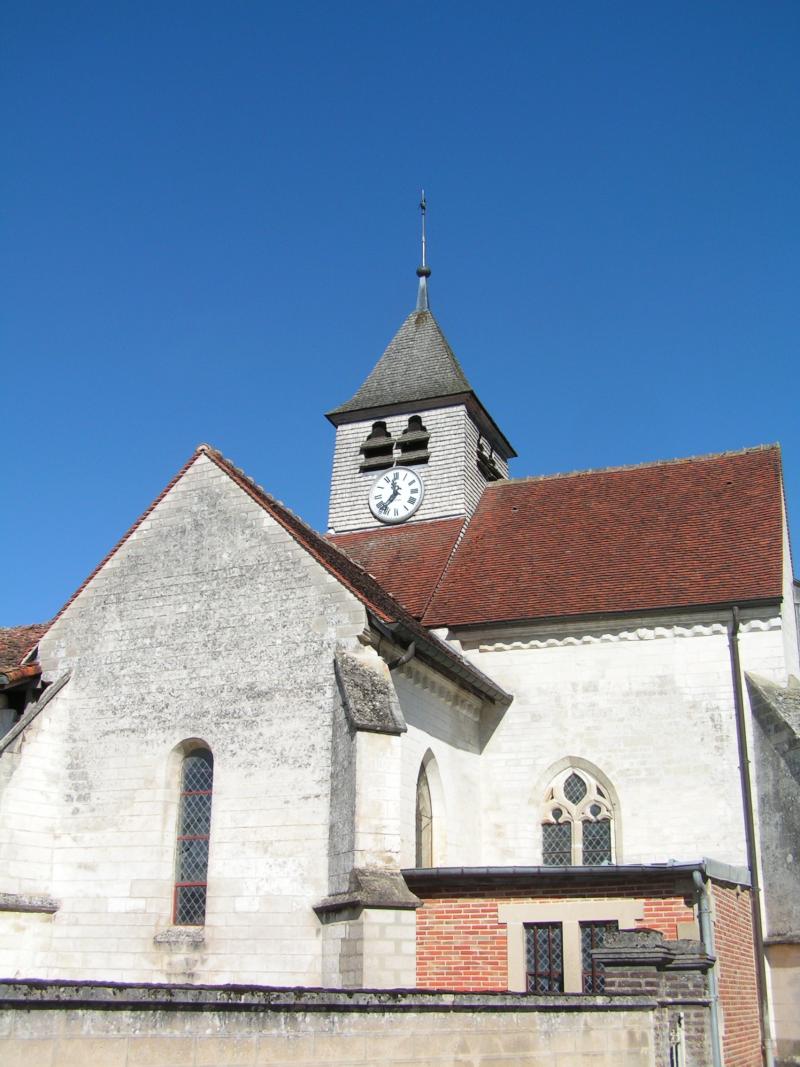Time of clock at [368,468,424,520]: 11:36
